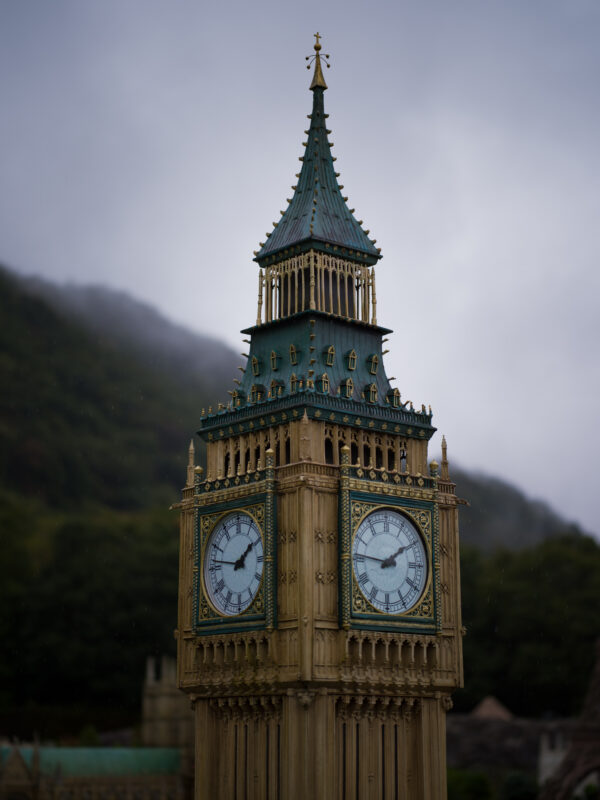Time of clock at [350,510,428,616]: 1:46
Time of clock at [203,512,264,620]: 1:46
